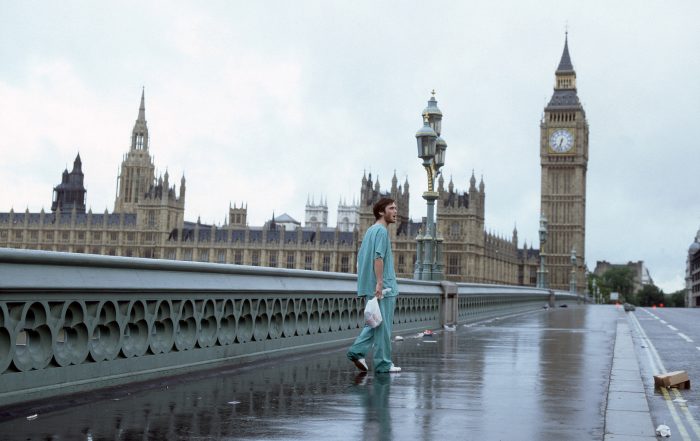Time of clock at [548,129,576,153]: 6:32
